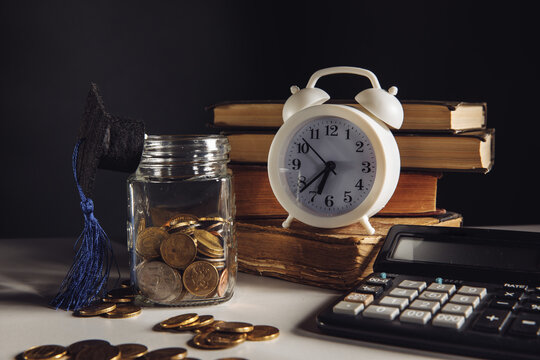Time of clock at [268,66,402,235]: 6:38
